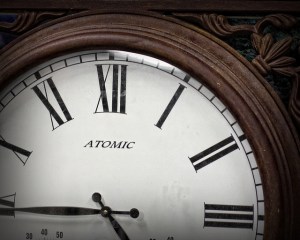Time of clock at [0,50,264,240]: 4:44
